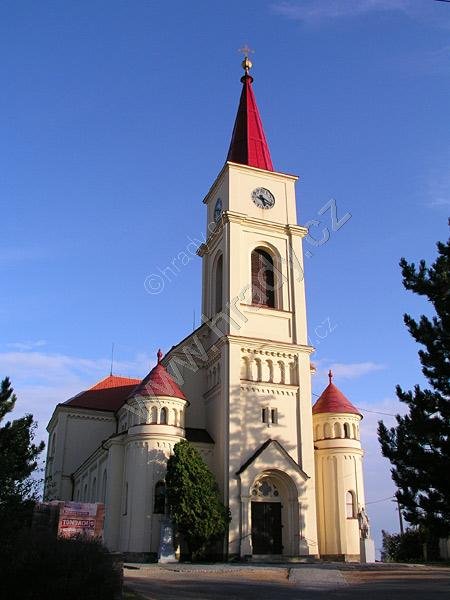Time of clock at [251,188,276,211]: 5:18
